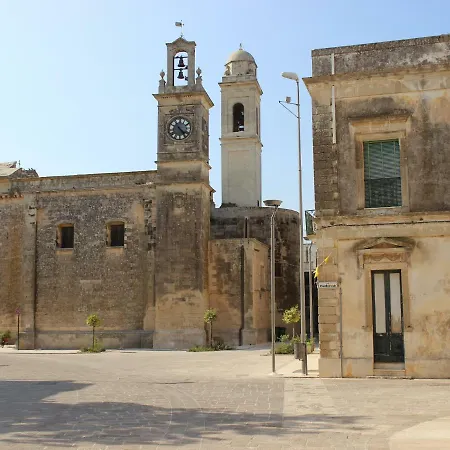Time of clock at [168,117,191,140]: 4:23
